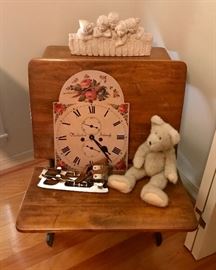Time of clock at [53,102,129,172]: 4:23
